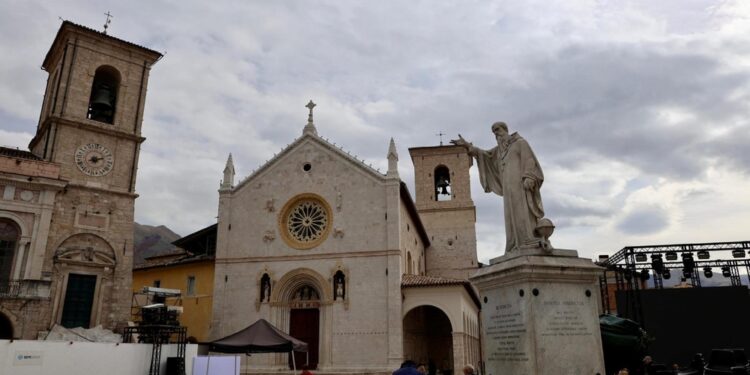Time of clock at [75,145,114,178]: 8:12
